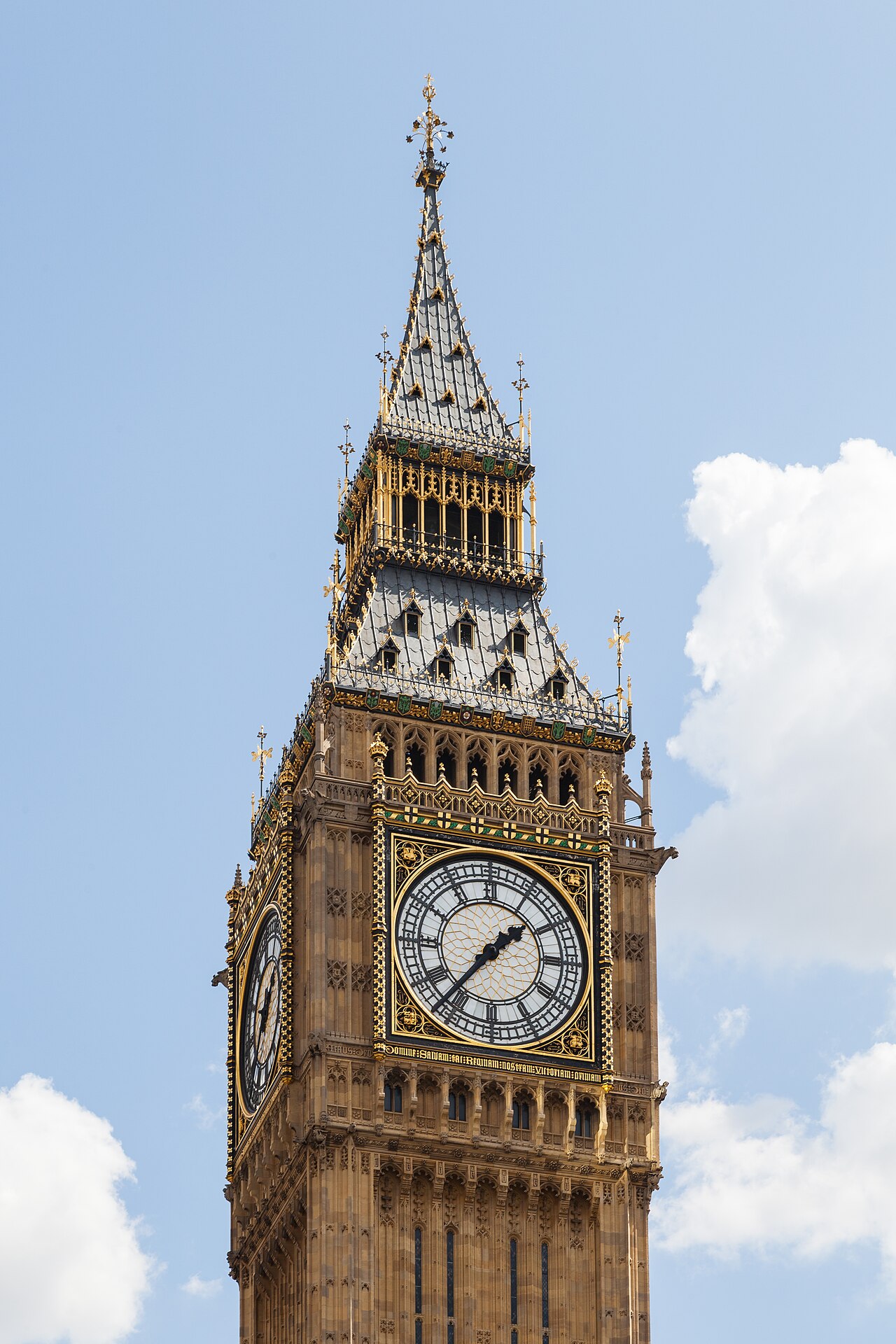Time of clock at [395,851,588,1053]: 1:36
